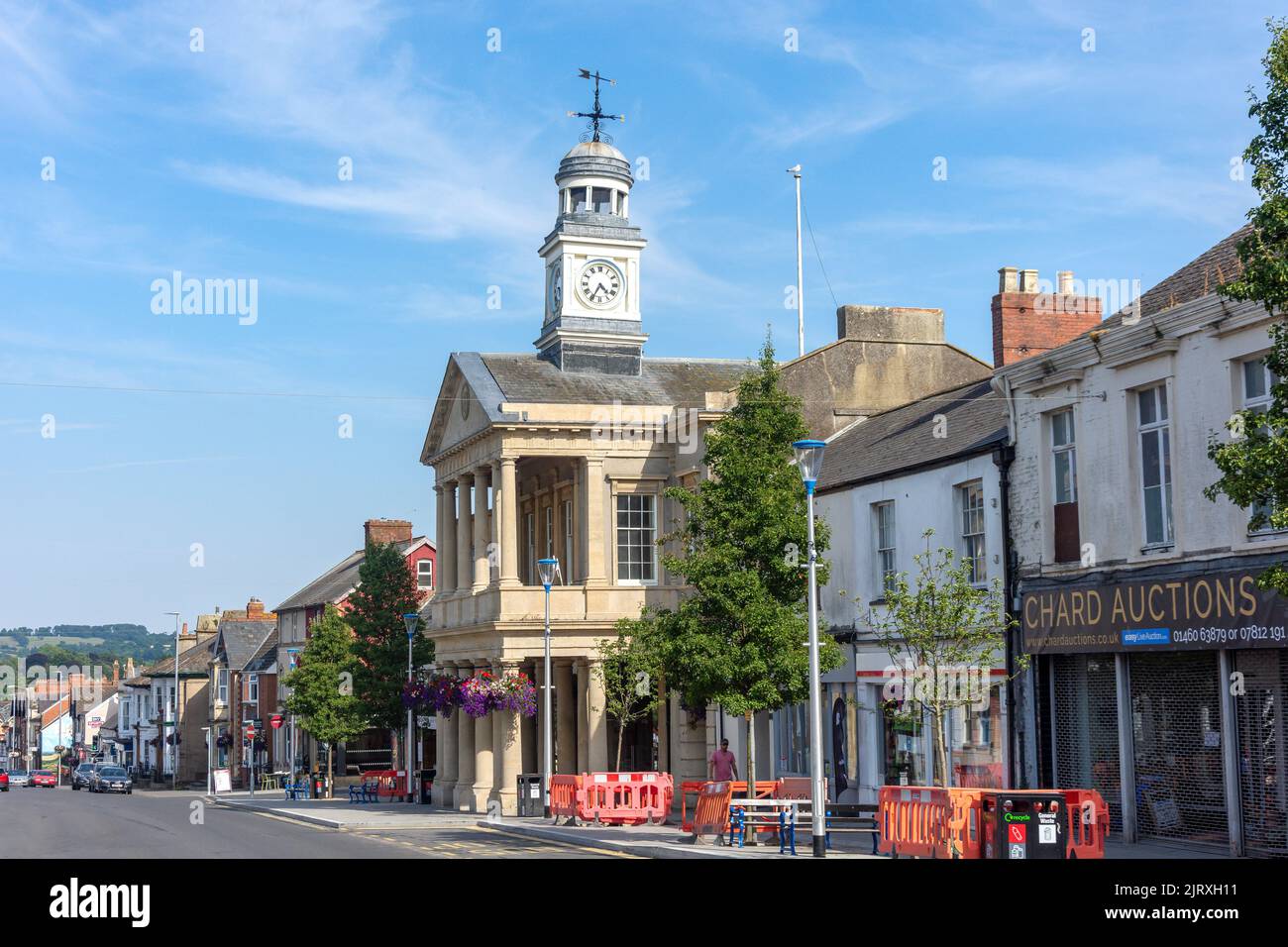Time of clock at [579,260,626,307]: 4:34
